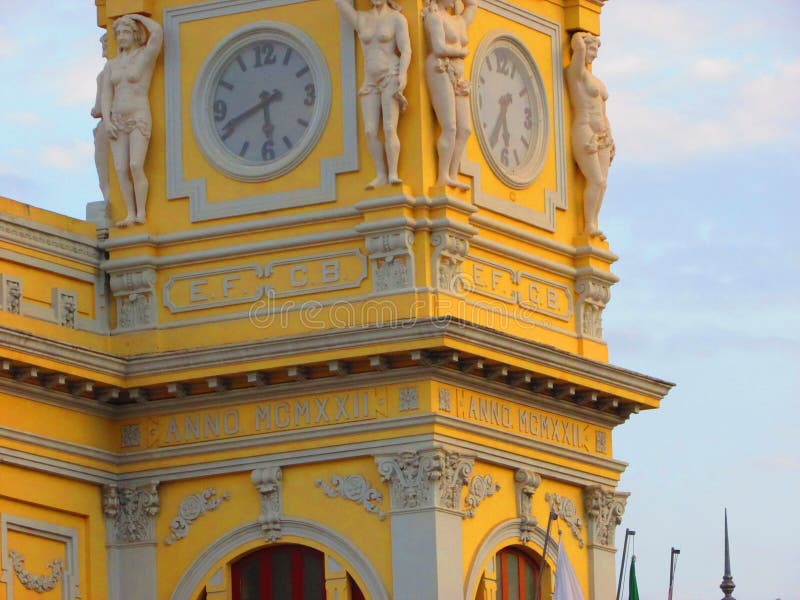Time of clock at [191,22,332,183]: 5:41
